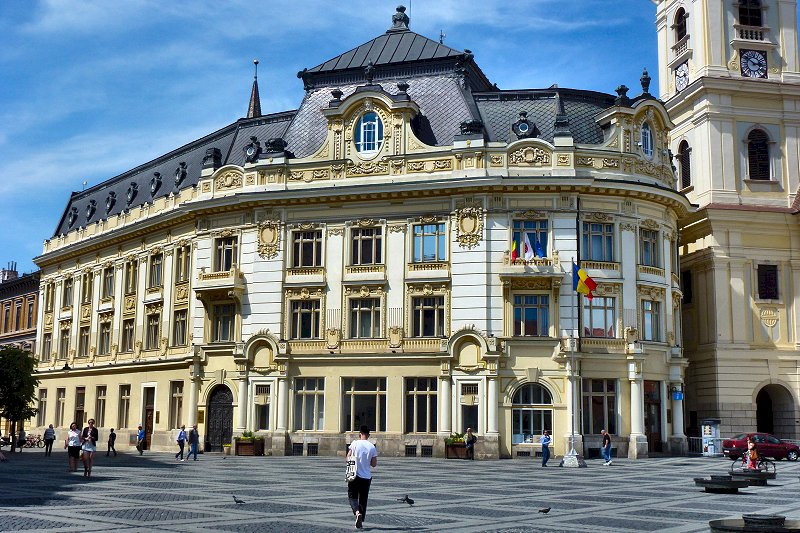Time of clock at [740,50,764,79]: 2:50
